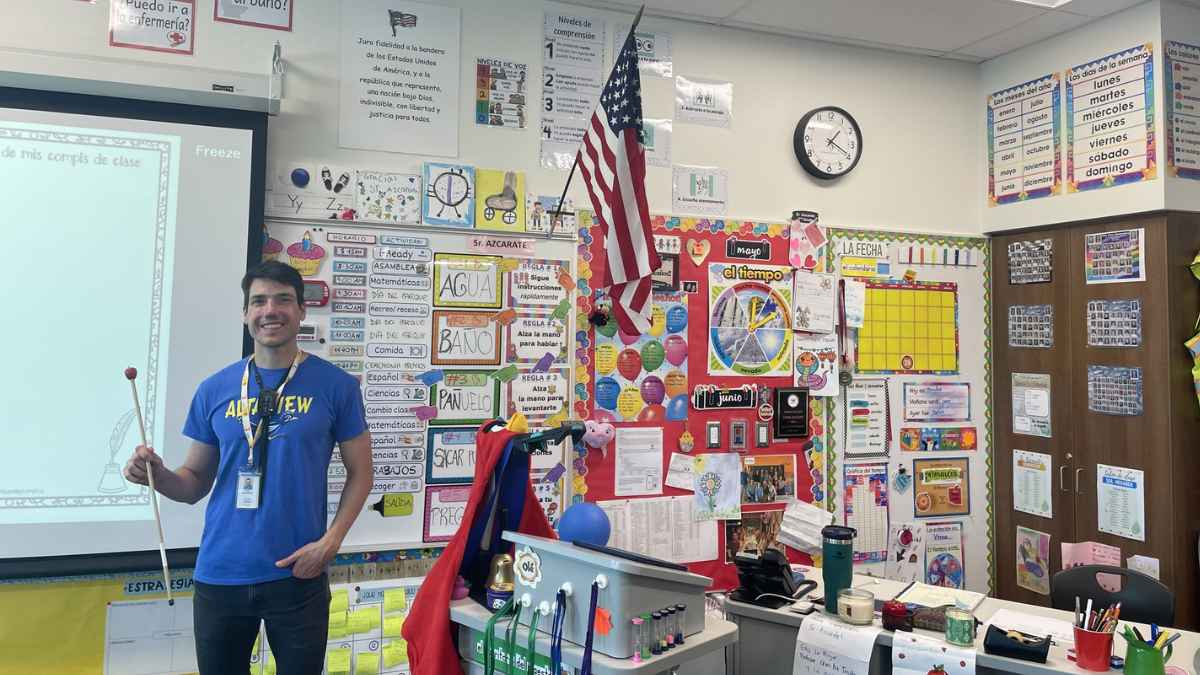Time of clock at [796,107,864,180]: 1:19
